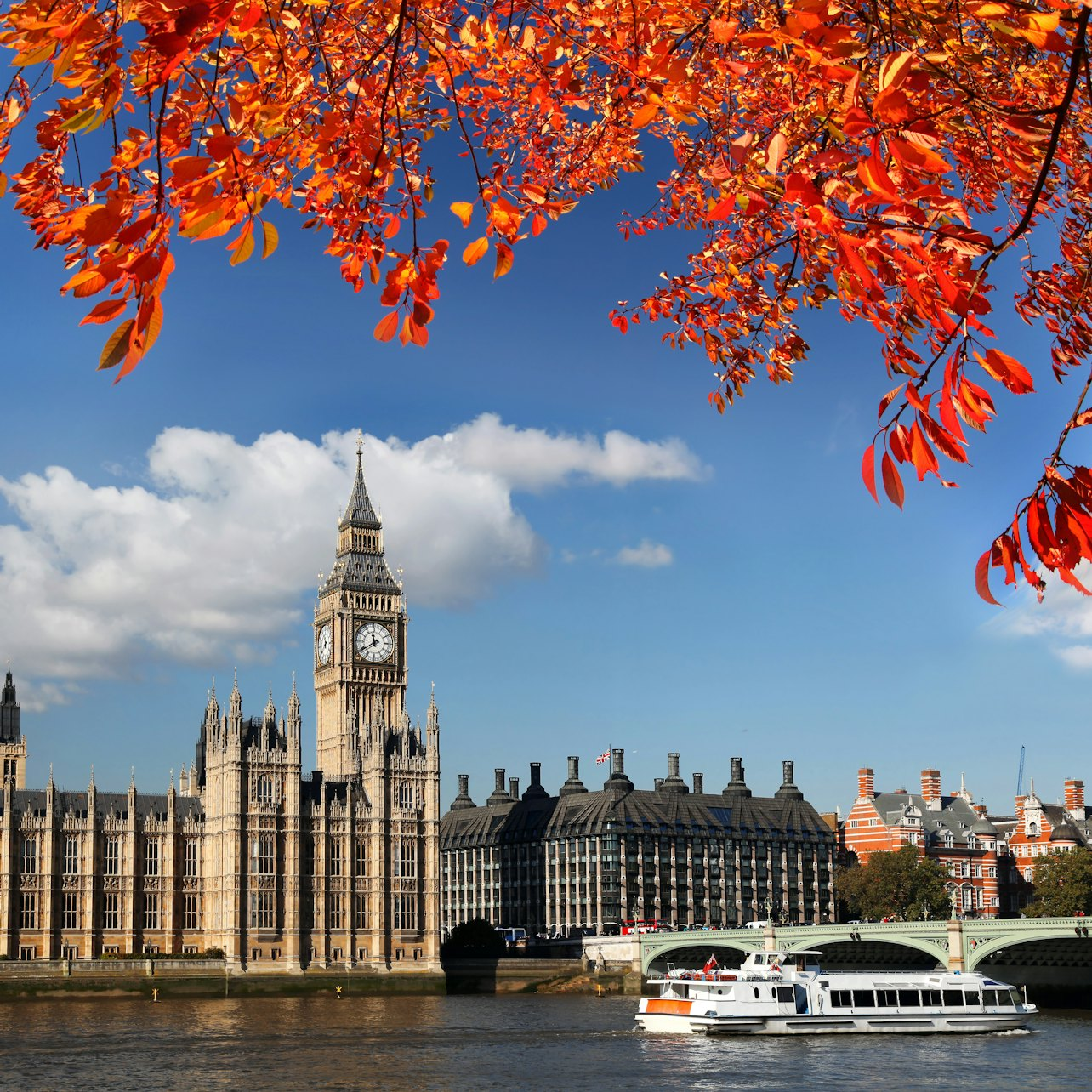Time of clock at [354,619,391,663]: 11:39
